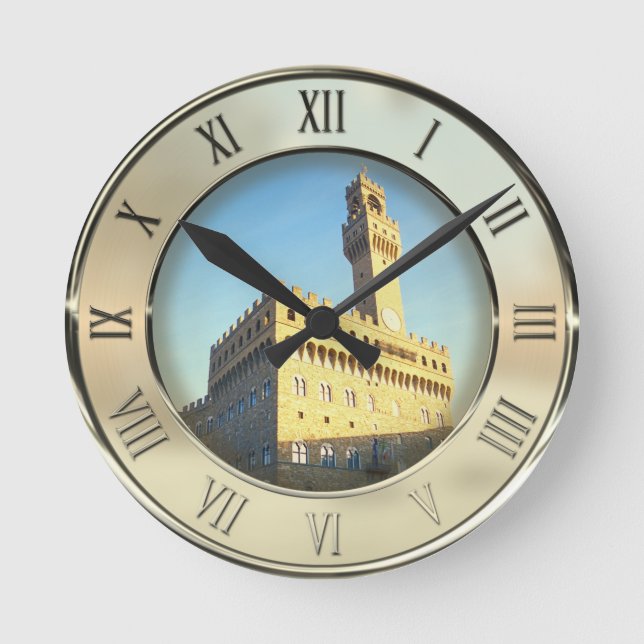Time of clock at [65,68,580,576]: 10:09
